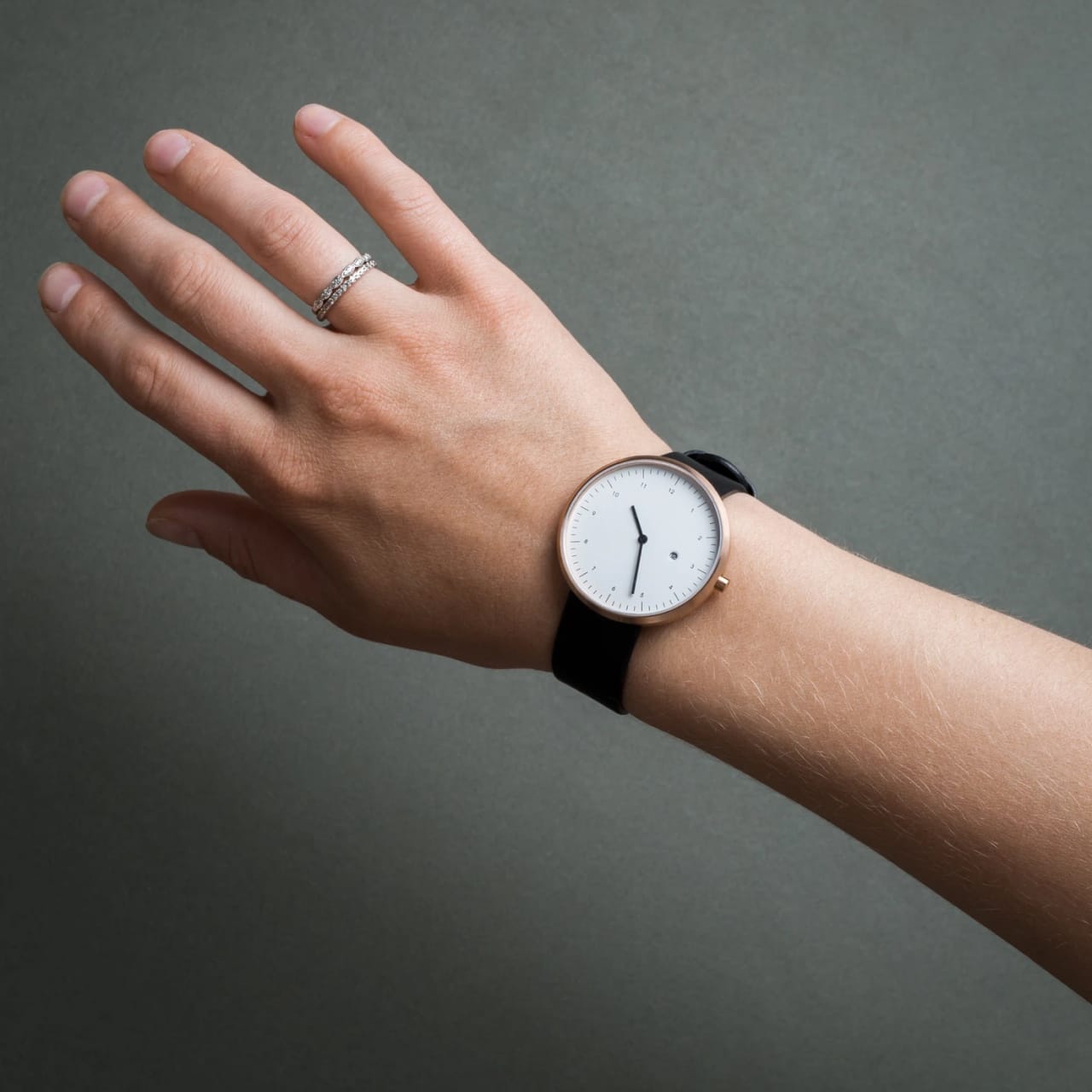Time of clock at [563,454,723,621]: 11:31
